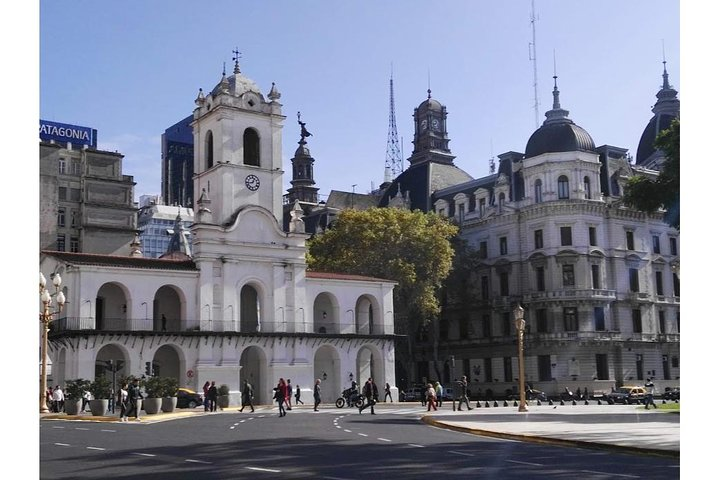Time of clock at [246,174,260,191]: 12:43
